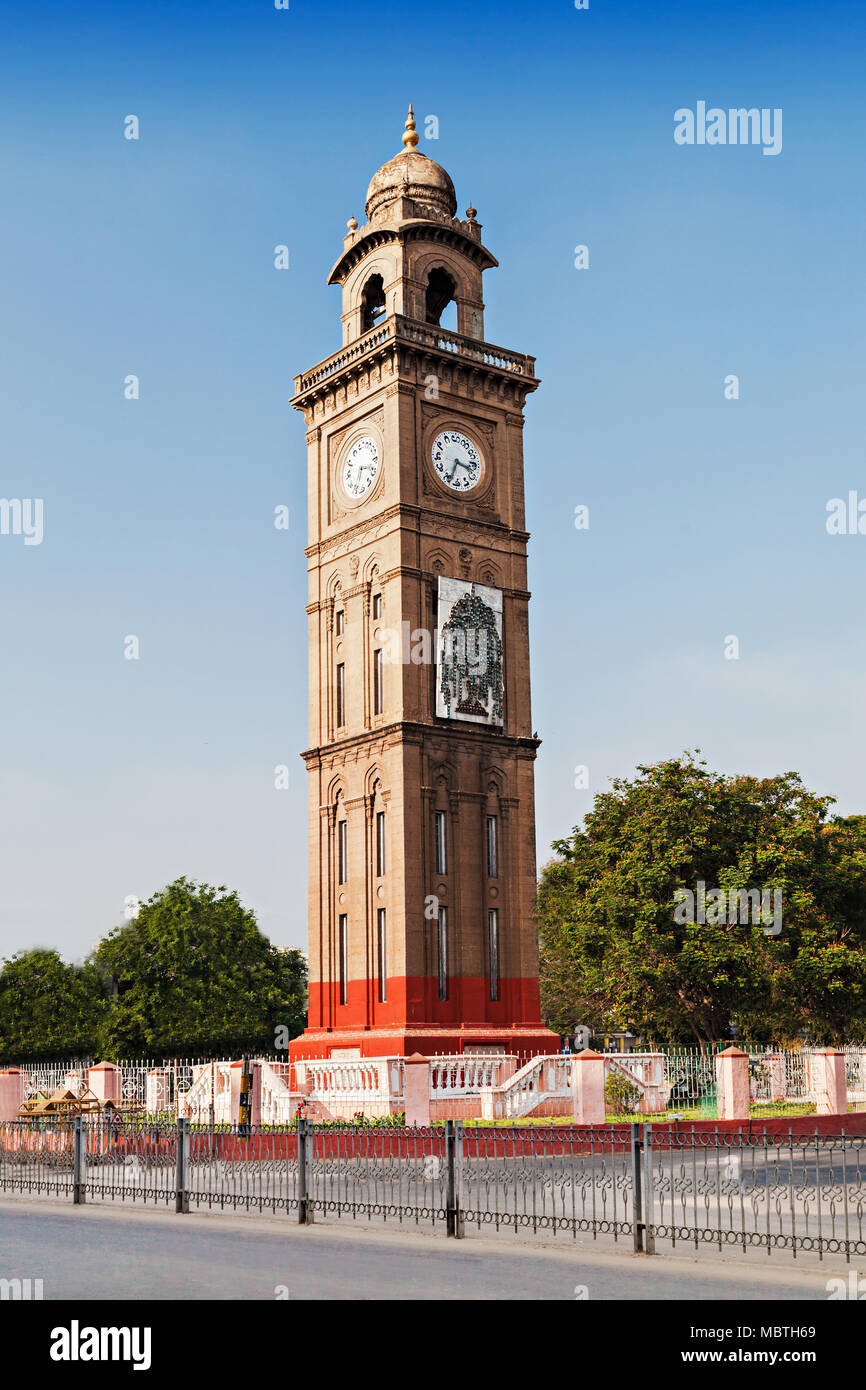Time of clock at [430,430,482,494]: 3:34
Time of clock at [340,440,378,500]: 3:32
